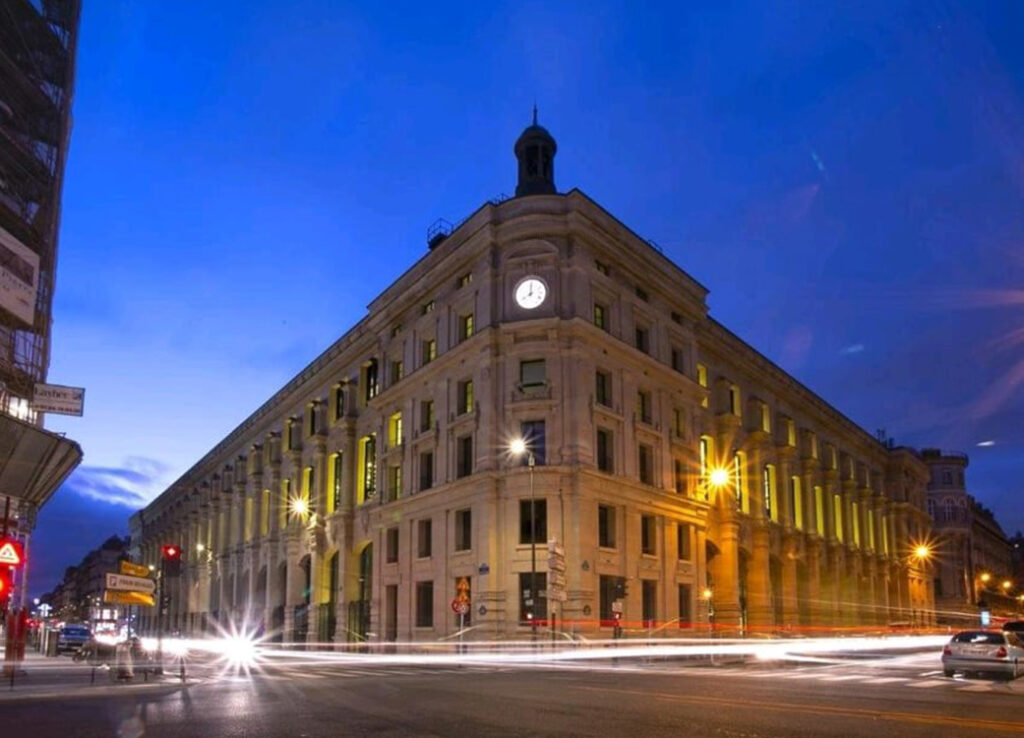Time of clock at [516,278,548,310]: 7:59
